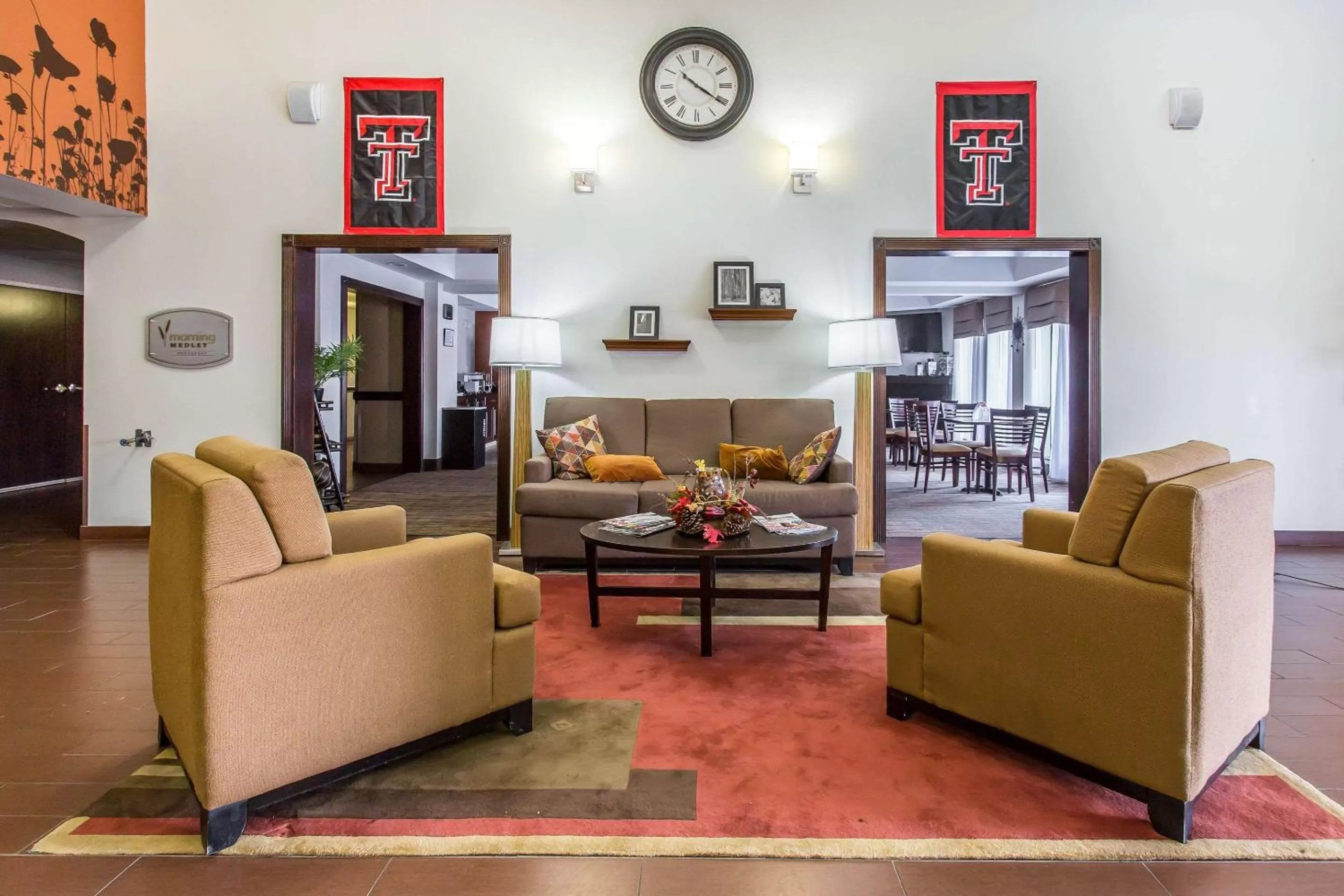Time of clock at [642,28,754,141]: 10:20
